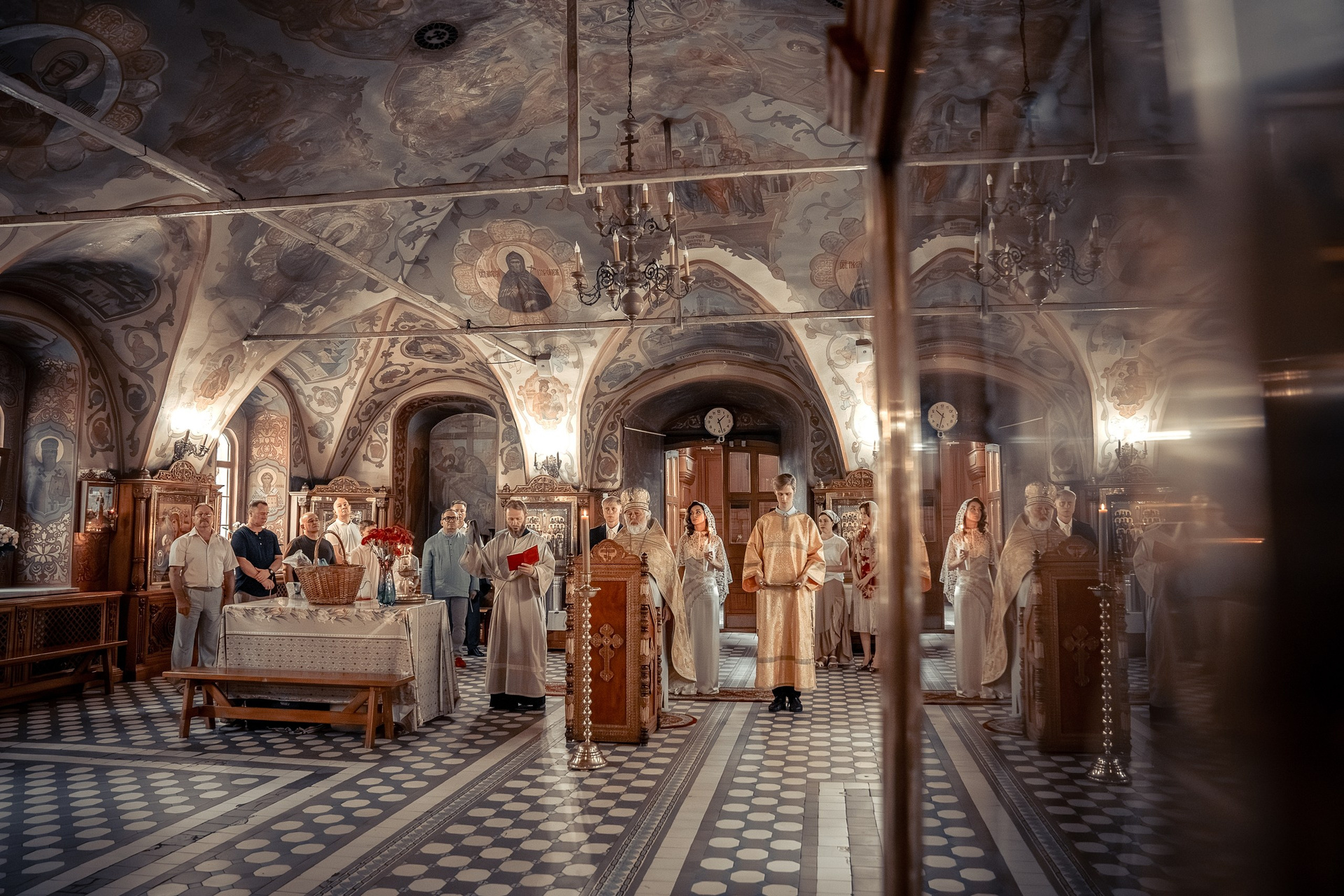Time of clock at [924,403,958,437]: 10:32
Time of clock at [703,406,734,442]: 1:27
